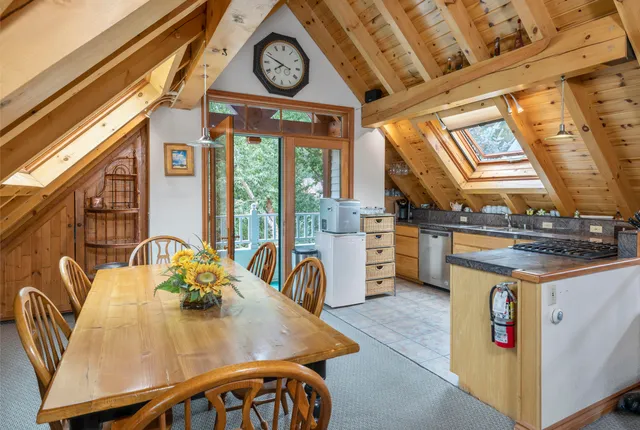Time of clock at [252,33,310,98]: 7:48
